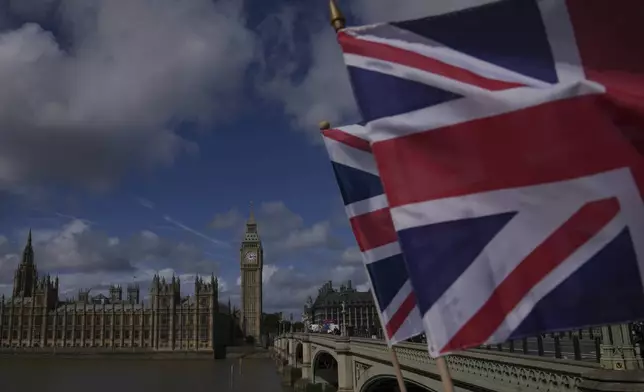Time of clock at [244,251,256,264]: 11:13
